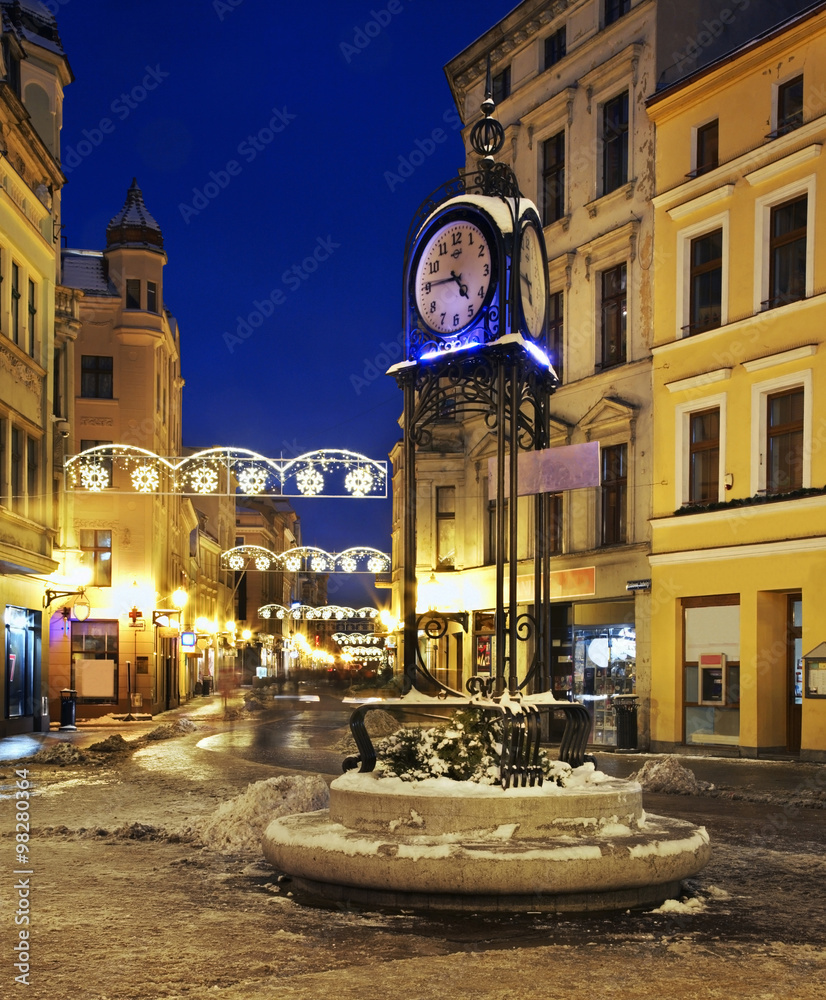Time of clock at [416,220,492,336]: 4:45
